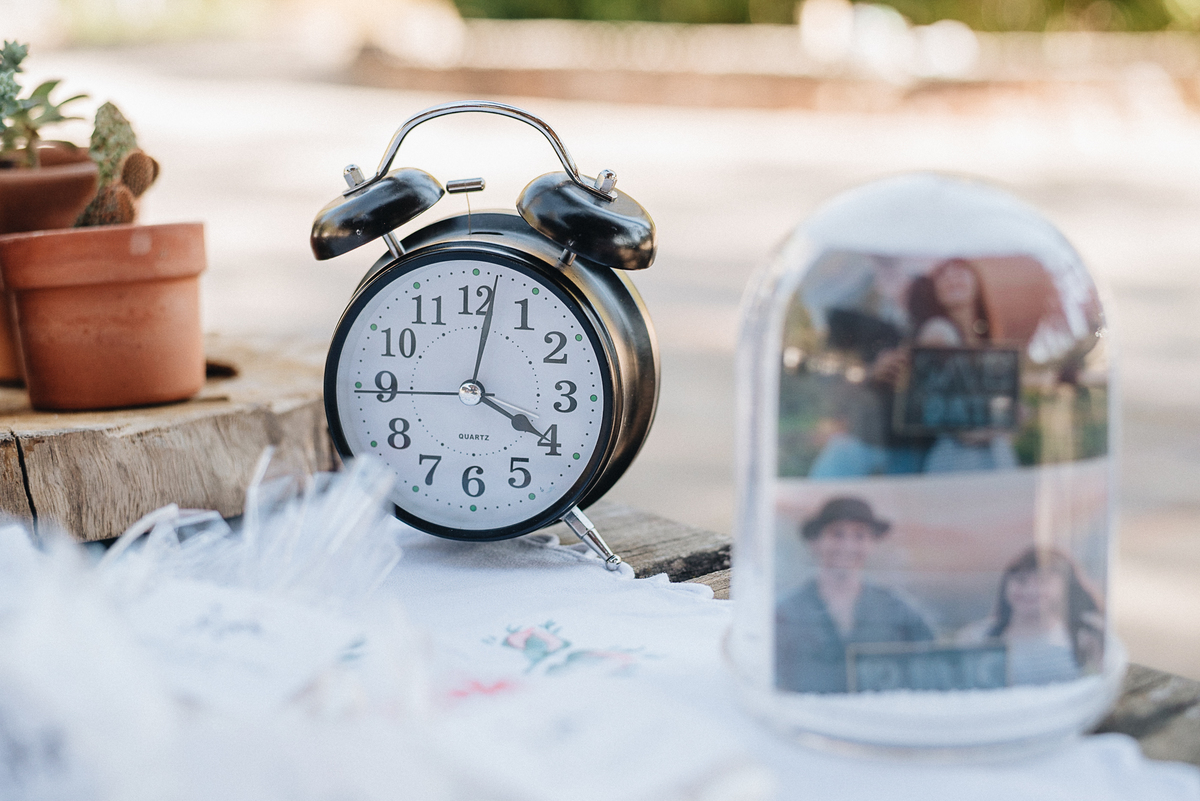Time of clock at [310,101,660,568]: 4:02
